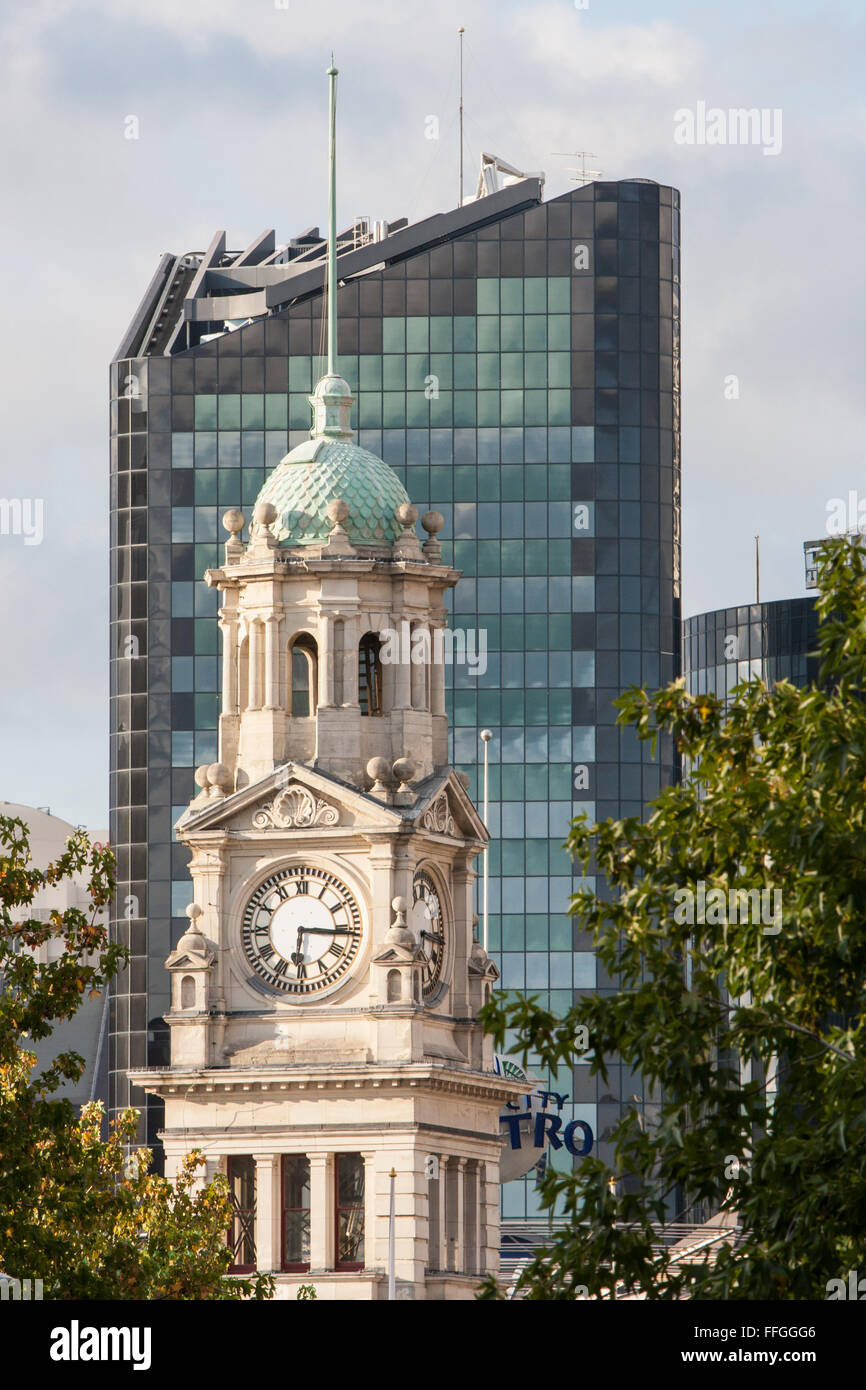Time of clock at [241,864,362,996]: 6:15
